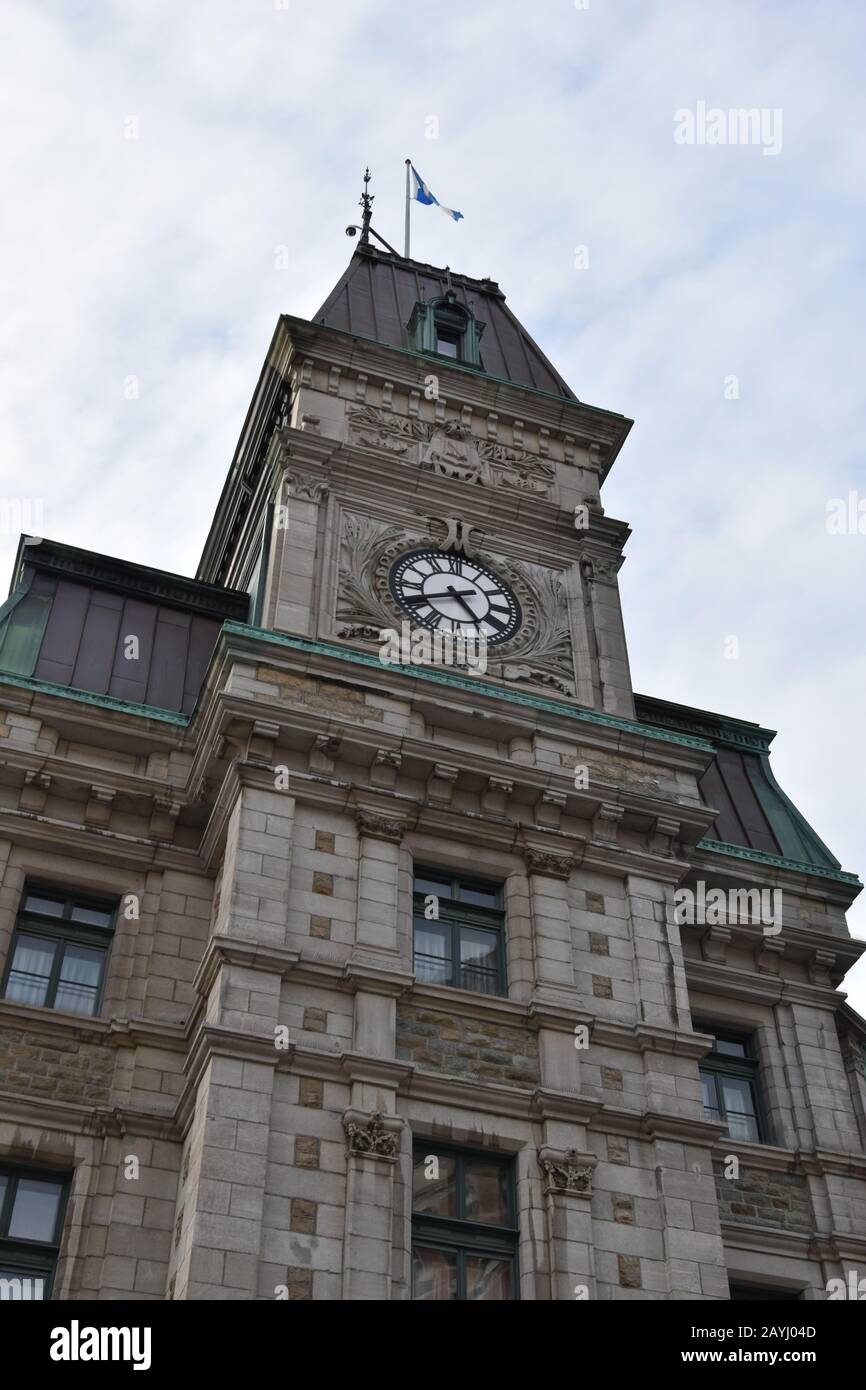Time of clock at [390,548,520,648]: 4:40
